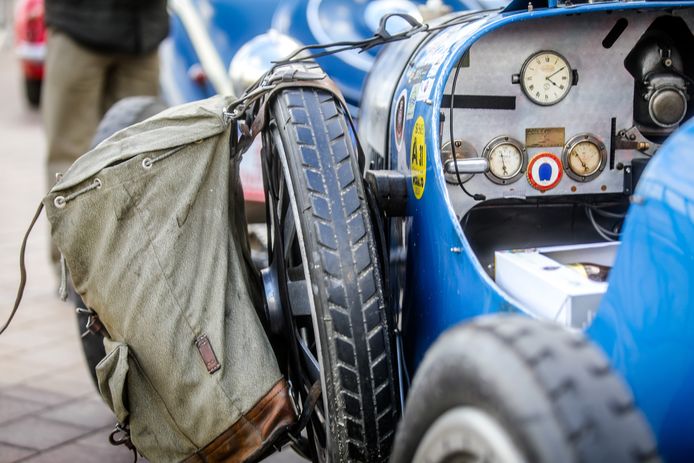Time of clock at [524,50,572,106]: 4:09
